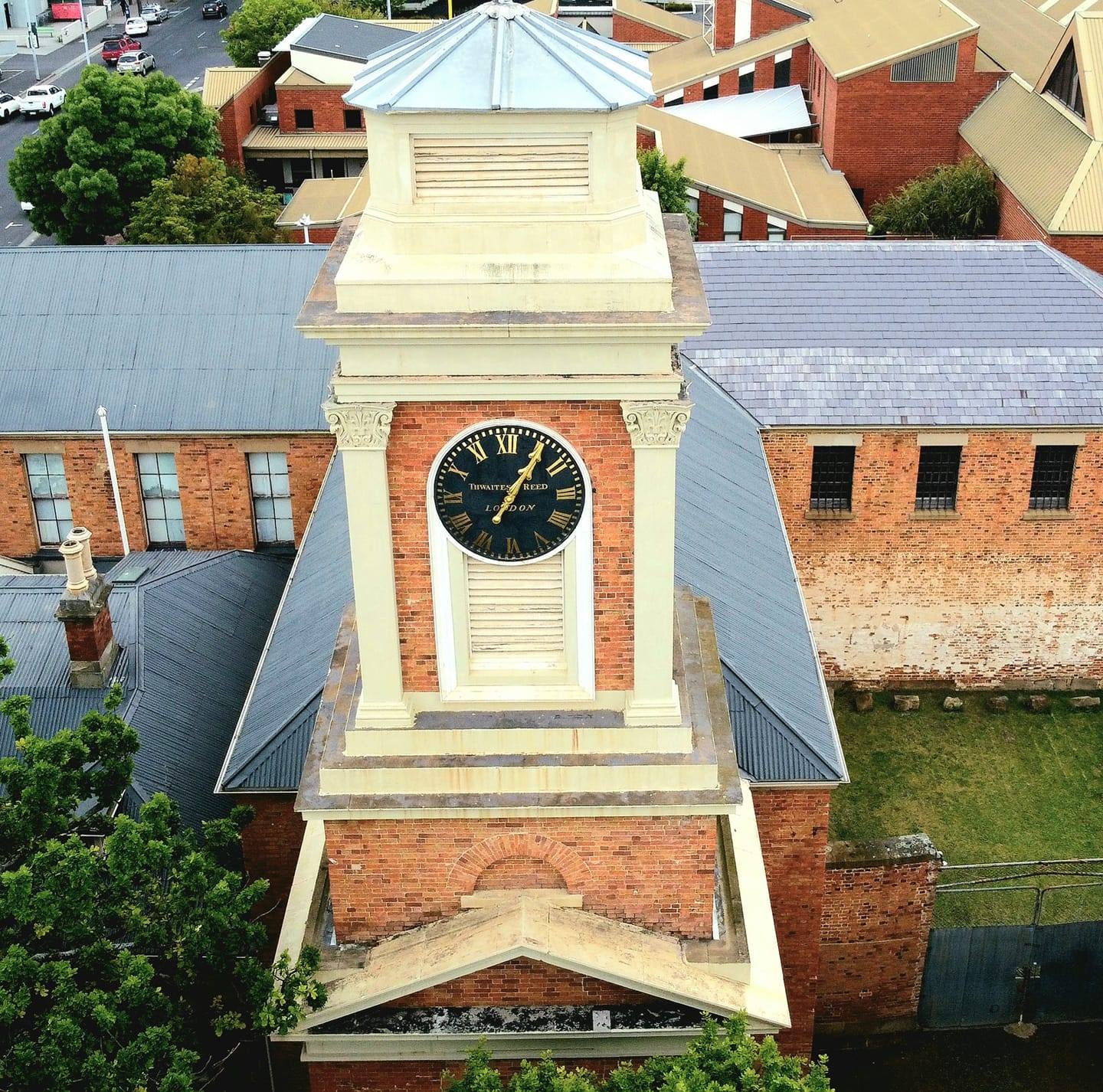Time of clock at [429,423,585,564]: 7:05
